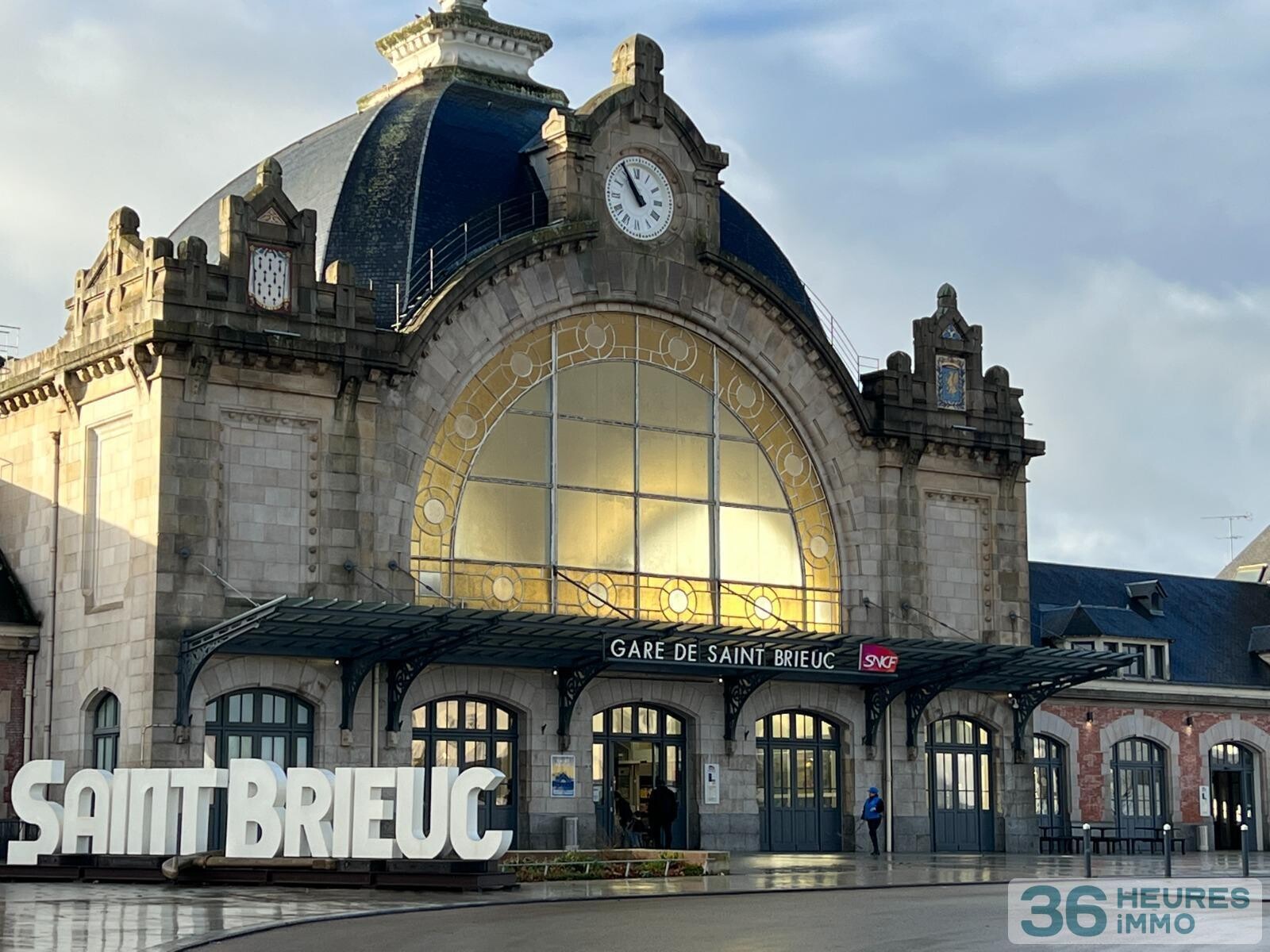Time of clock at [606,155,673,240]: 10:54
